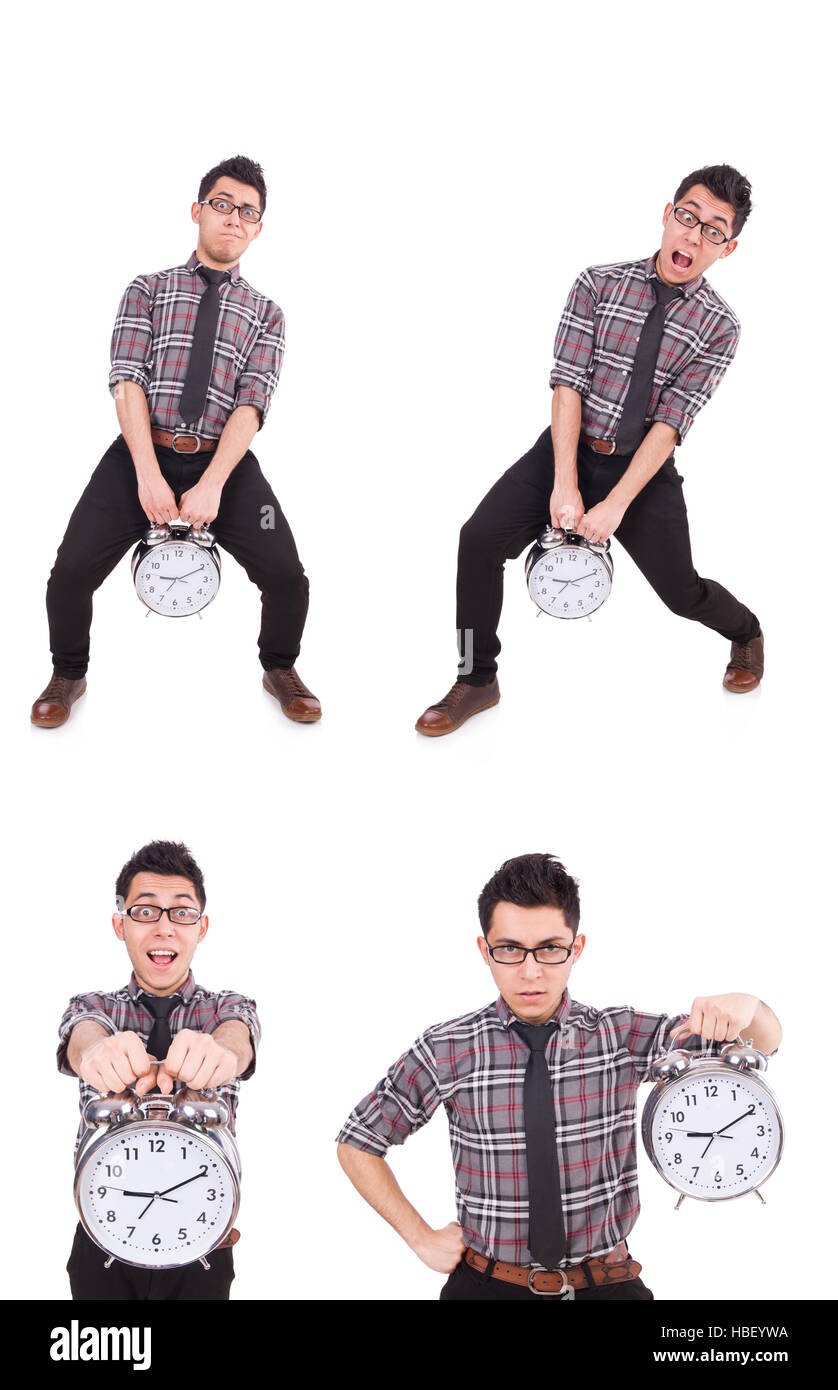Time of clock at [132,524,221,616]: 9:10
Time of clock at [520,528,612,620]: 9:10
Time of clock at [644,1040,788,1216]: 9:10
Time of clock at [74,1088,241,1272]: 9:10
